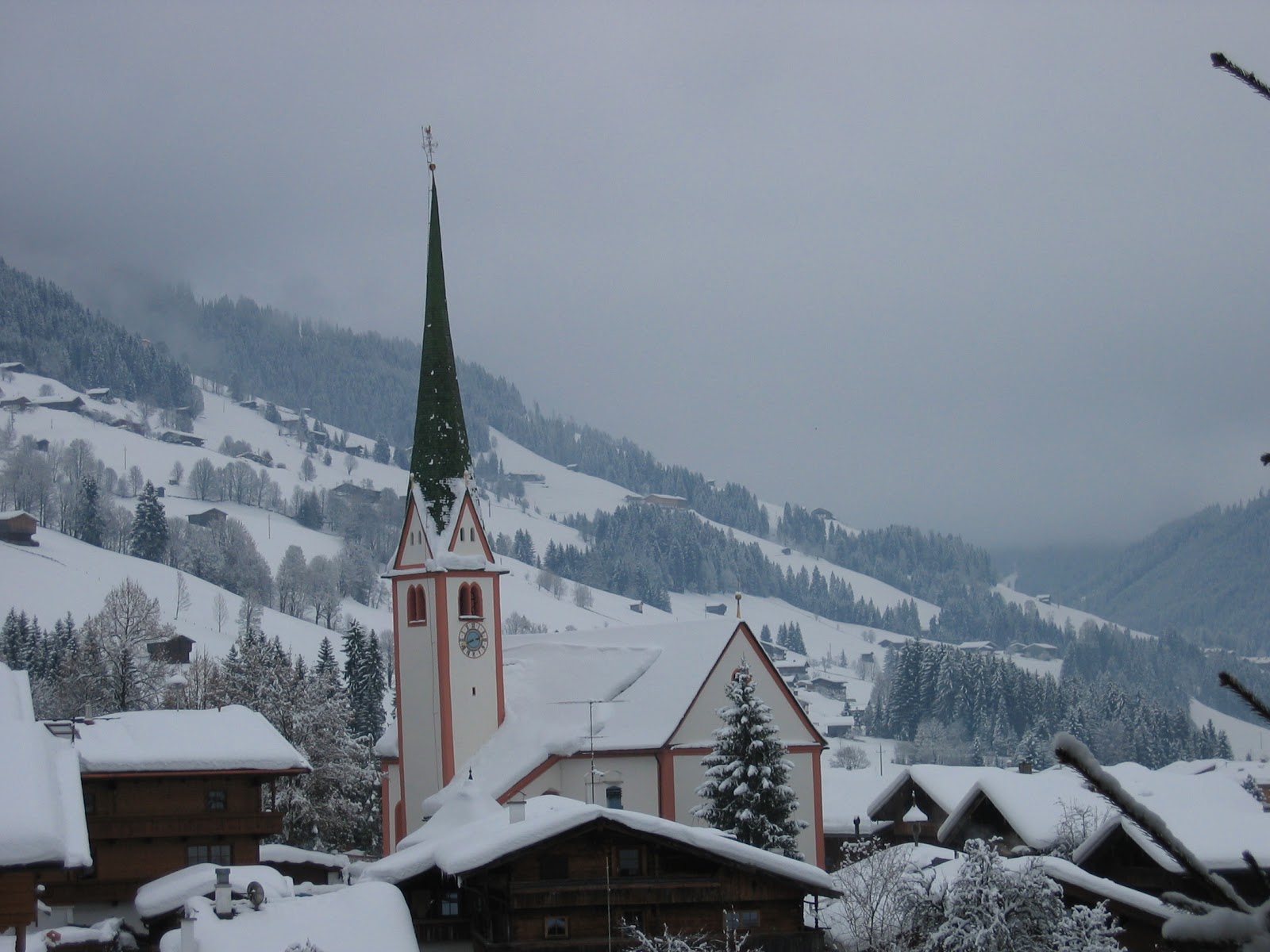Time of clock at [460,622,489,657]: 2:41
